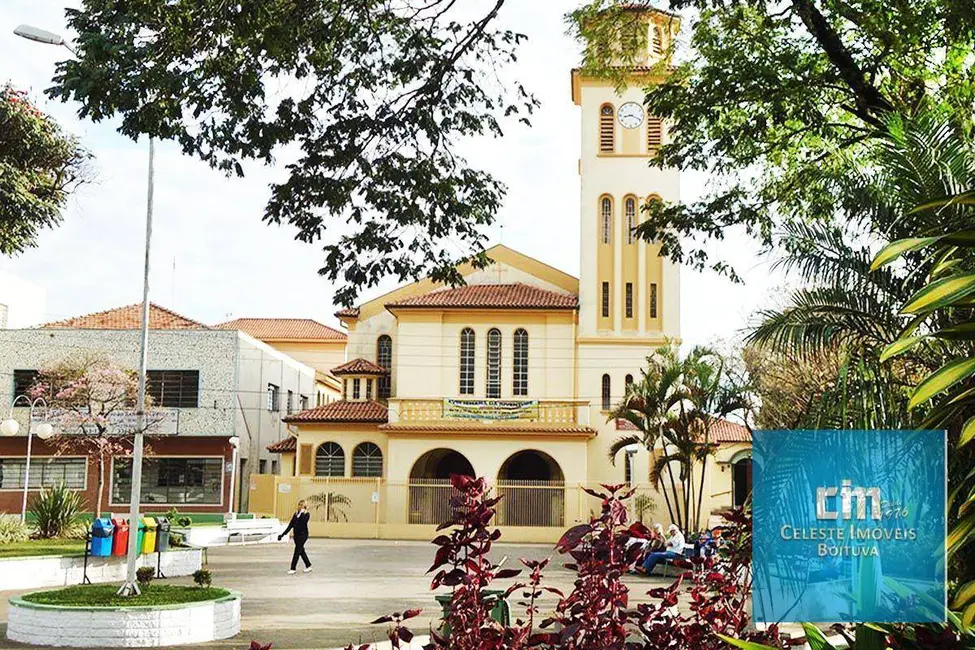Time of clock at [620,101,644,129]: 8:18
